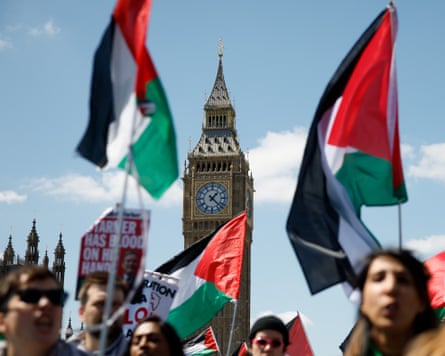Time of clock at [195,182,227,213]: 1:22
